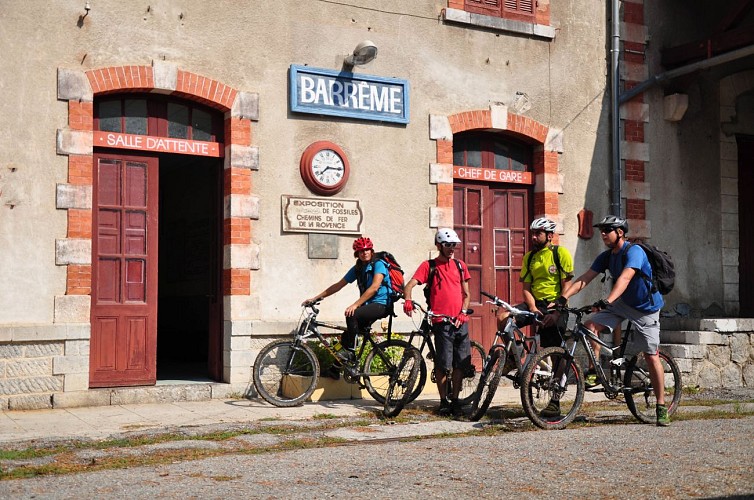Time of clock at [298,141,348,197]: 7:15
